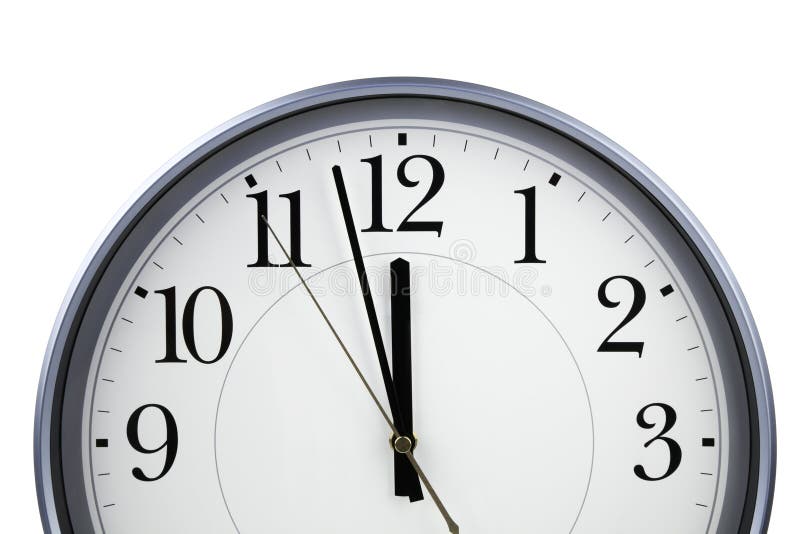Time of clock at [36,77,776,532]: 11:57
